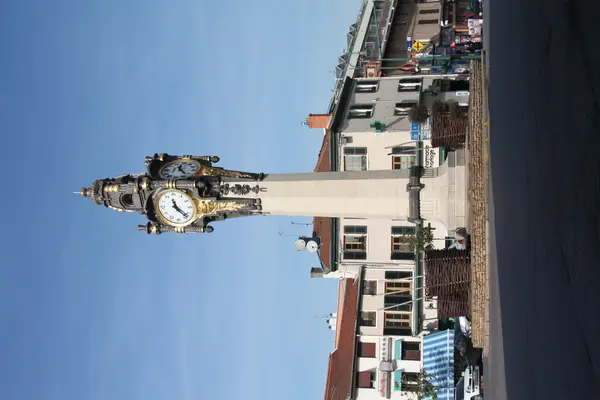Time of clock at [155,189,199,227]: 11:22
